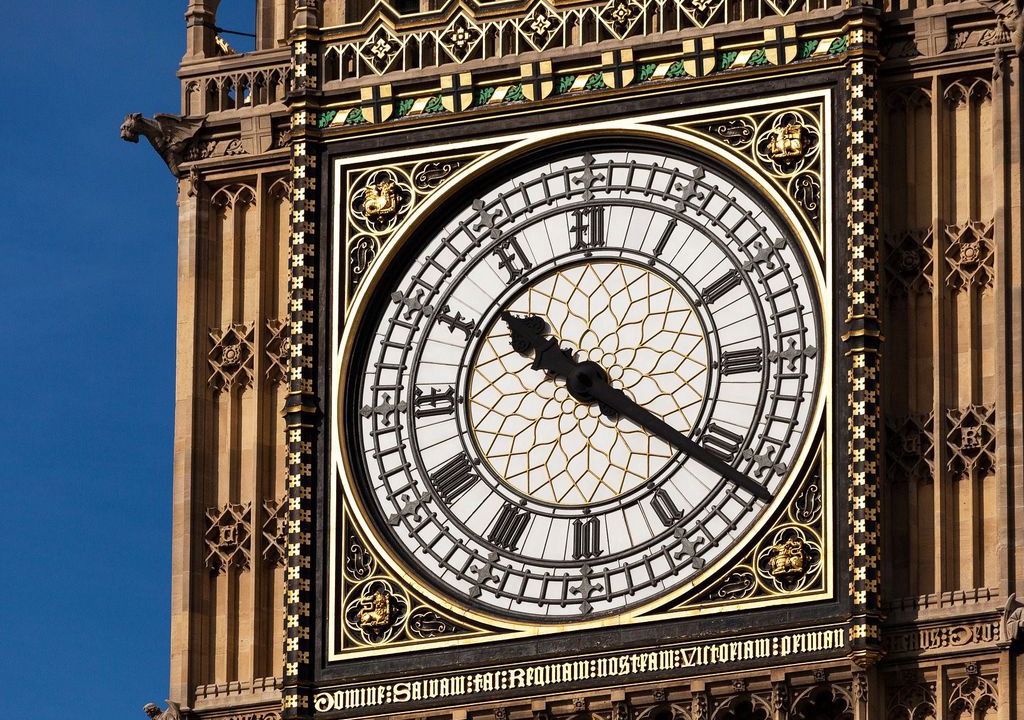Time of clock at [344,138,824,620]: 10:20
